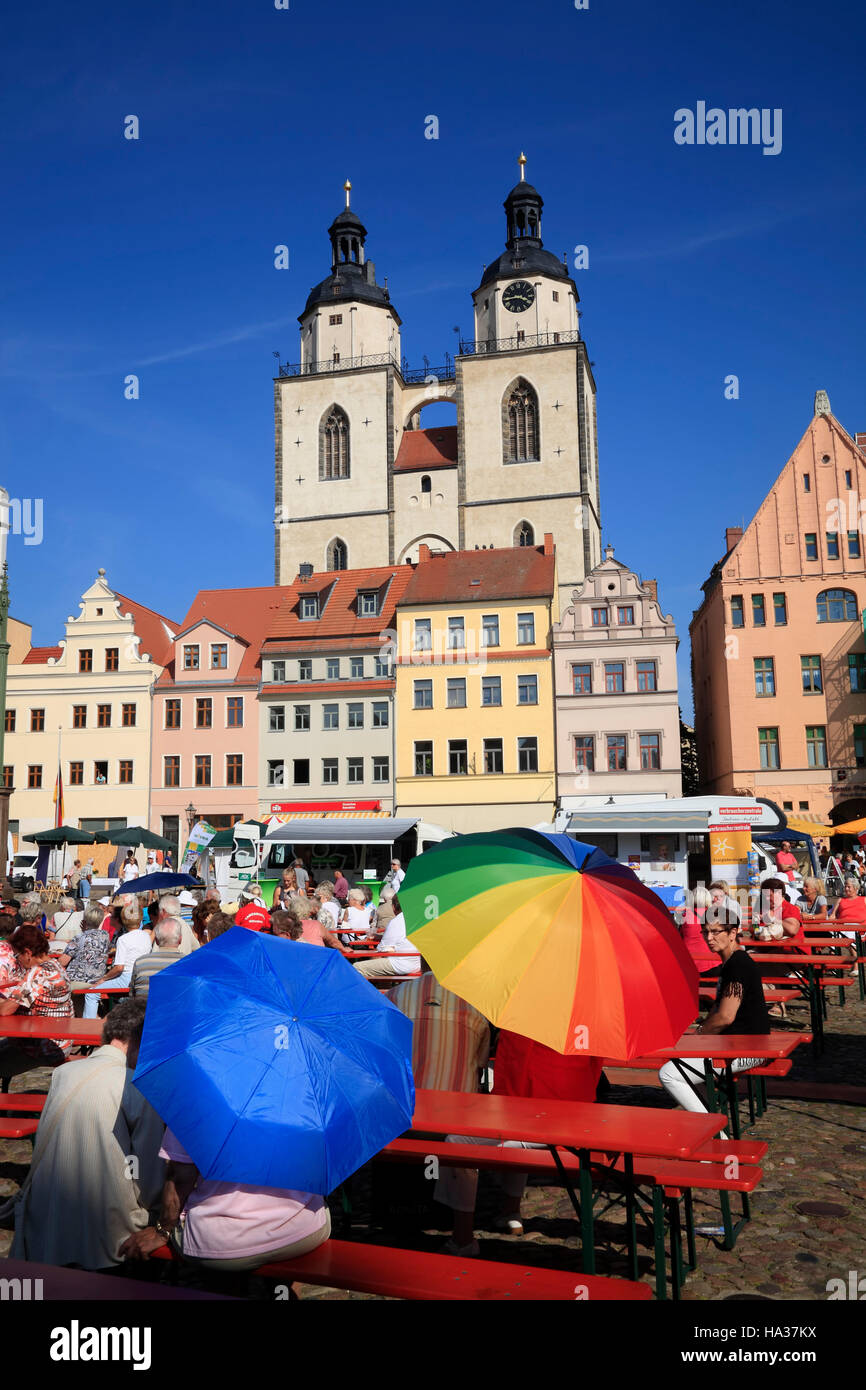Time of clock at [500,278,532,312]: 3:43
